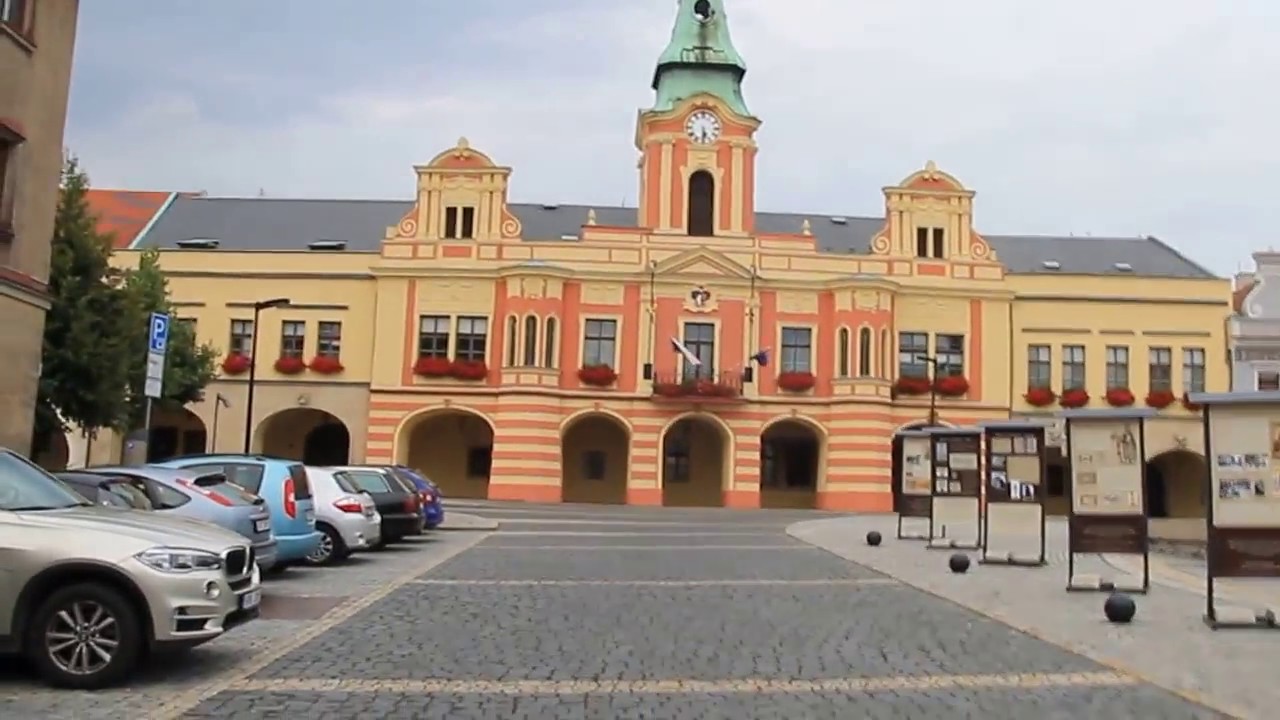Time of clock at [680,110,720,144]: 5:30
